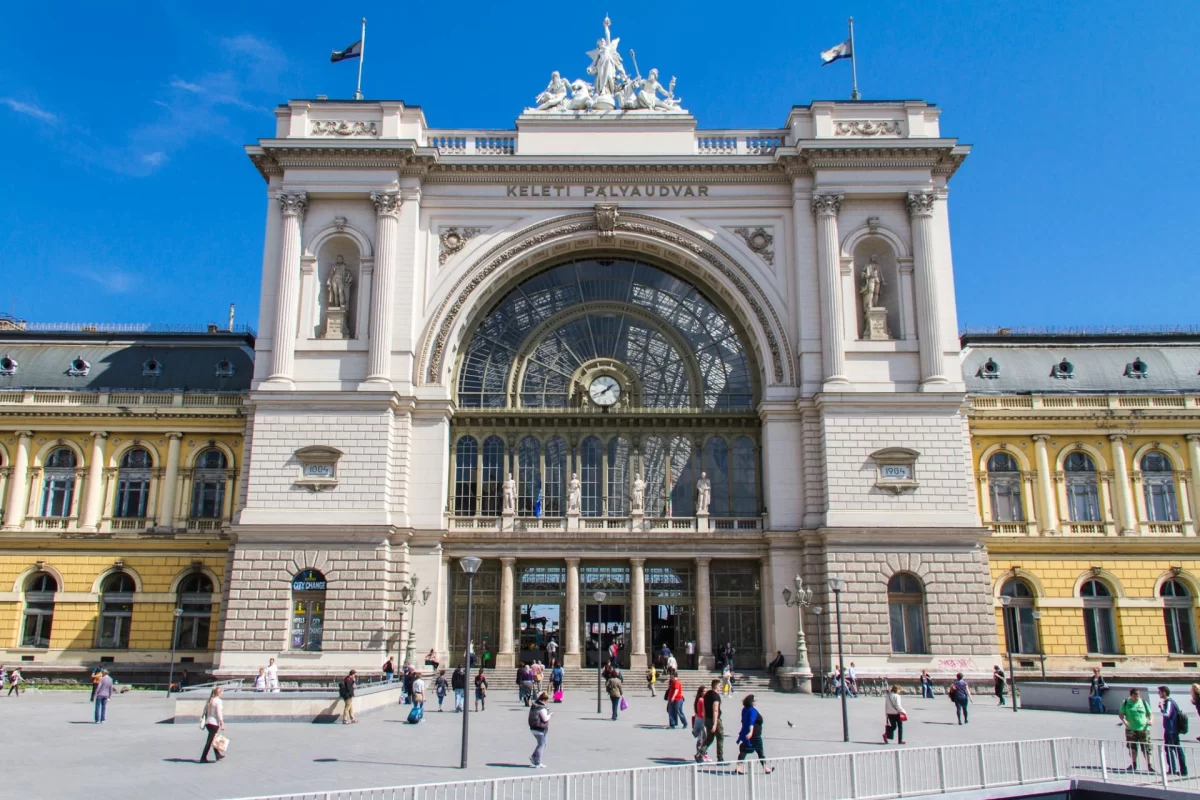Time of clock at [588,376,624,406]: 1:41
